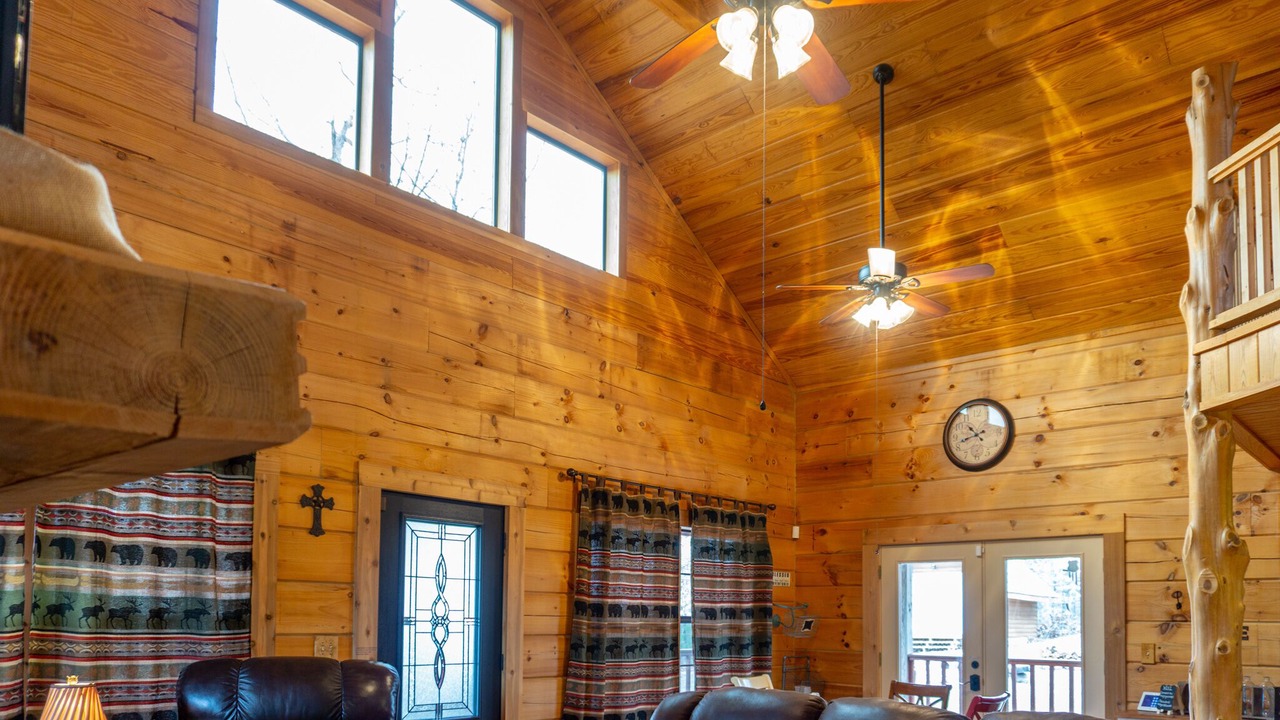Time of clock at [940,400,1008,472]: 10:42
